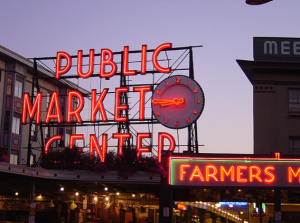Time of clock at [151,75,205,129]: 8:45
